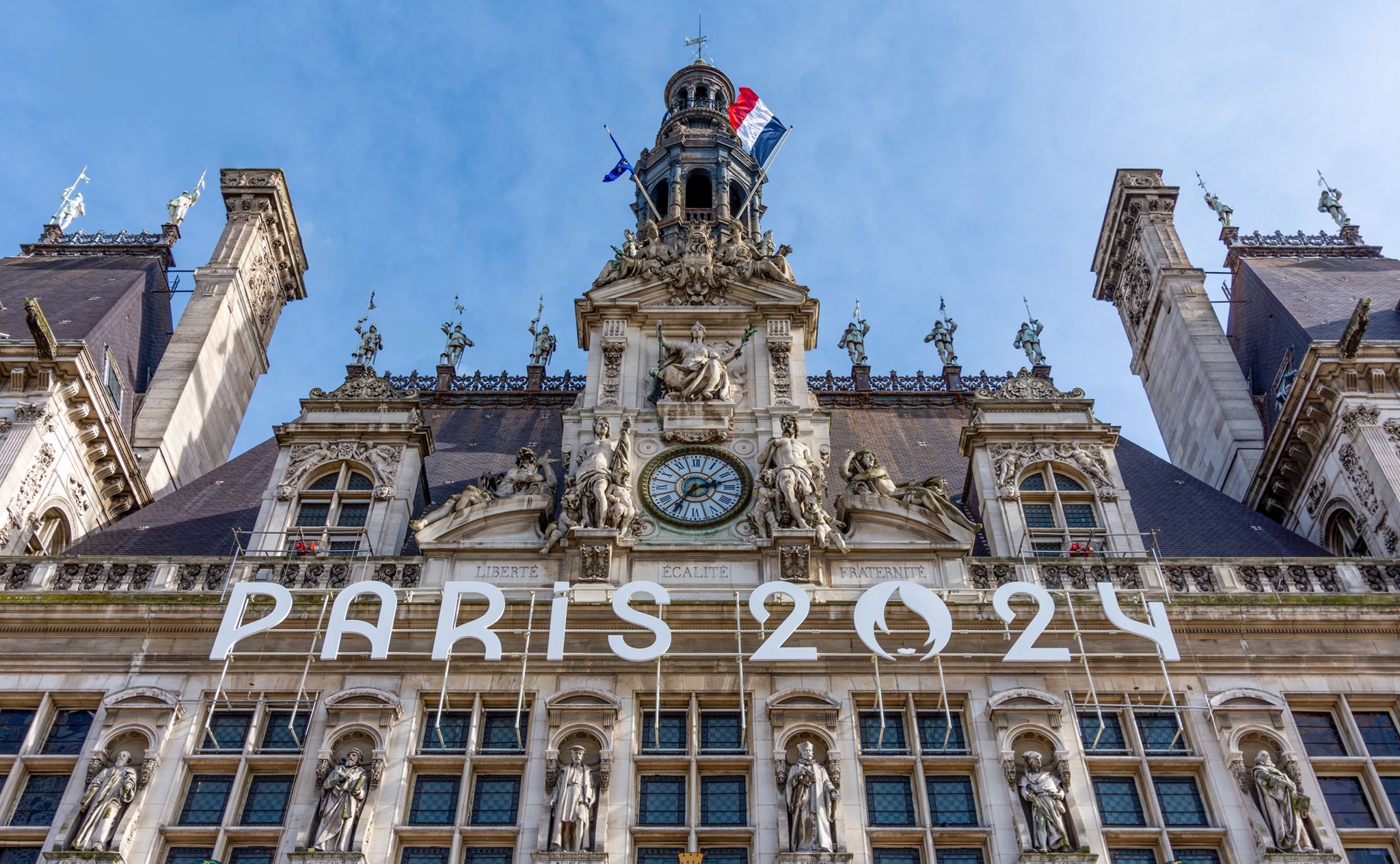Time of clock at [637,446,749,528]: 2:35
